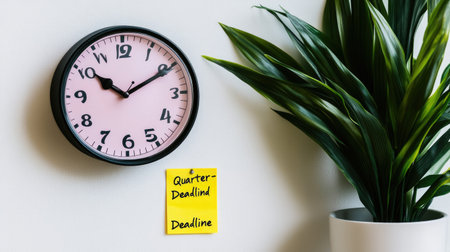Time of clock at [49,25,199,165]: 10:10
